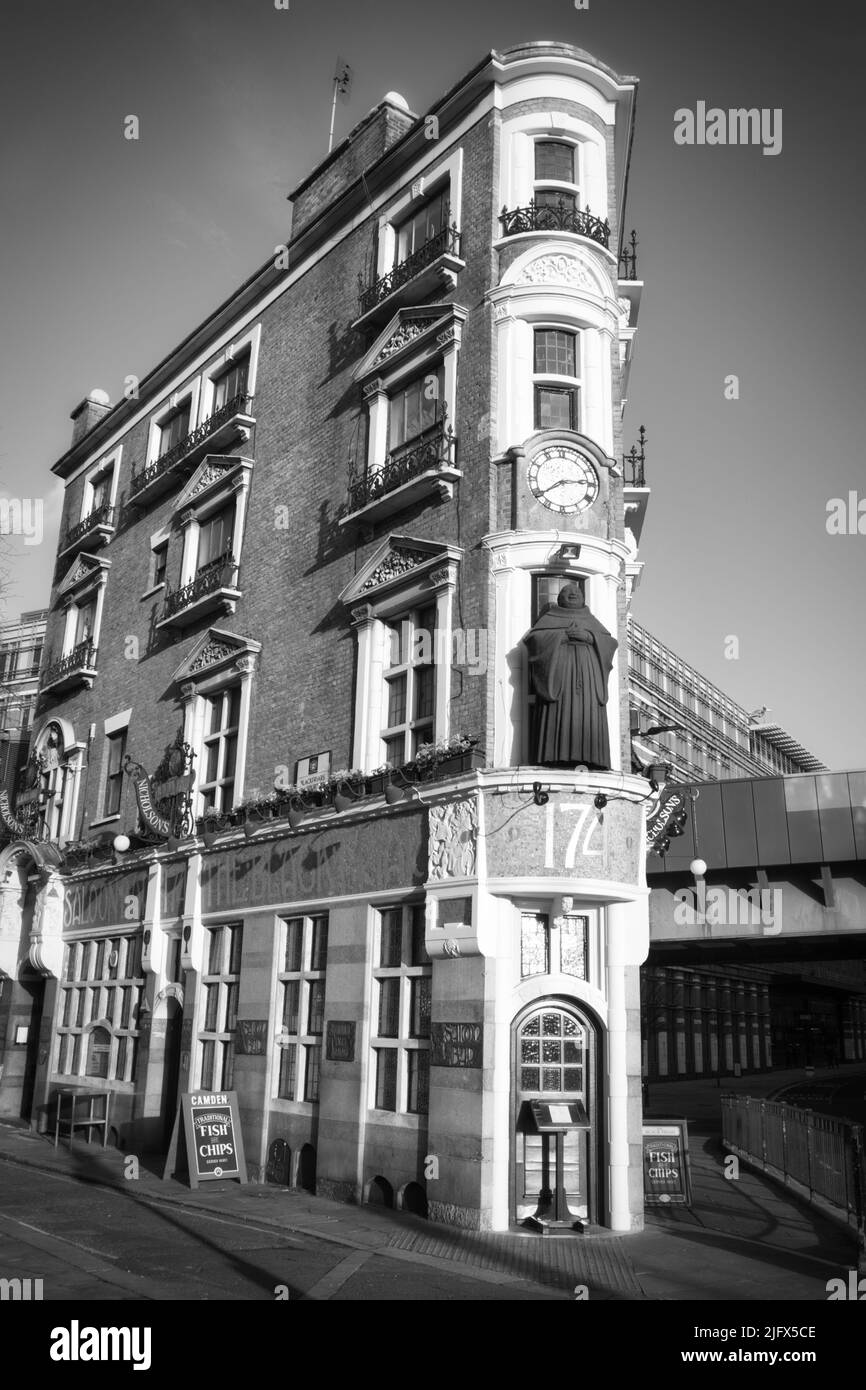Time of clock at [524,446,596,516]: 2:39
